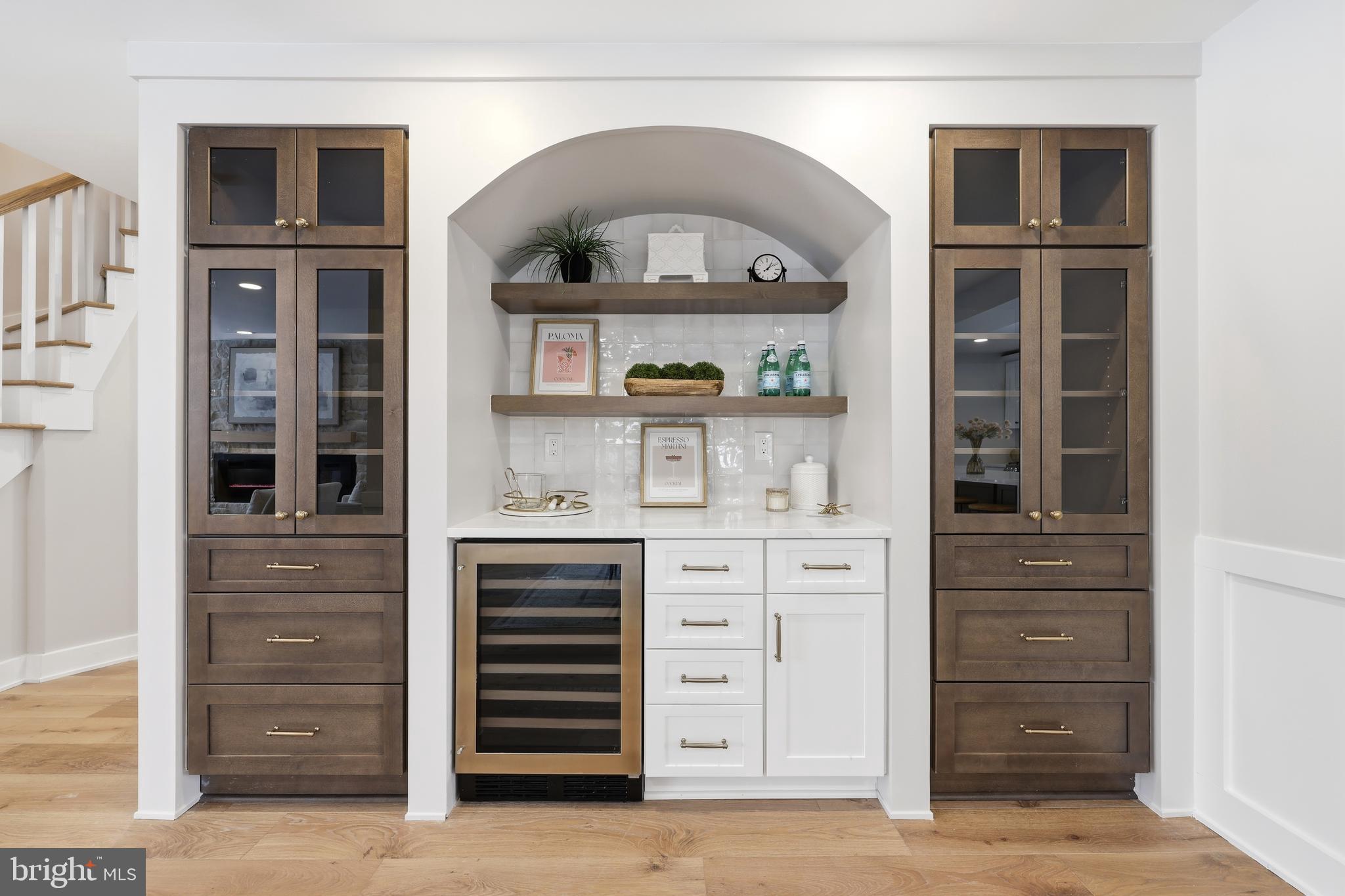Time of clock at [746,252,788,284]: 1:09
